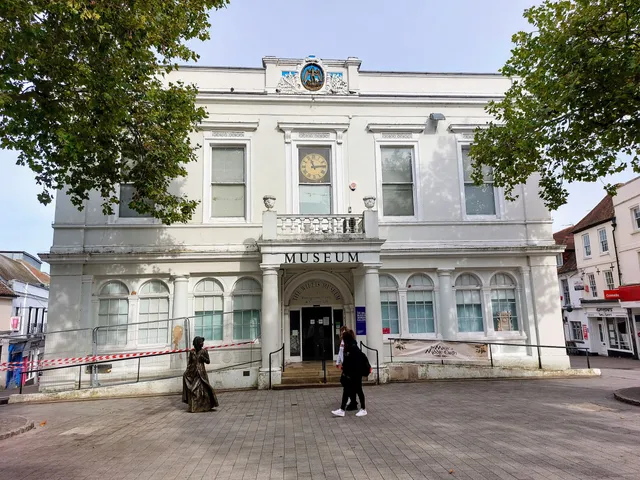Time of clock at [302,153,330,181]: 11:13
